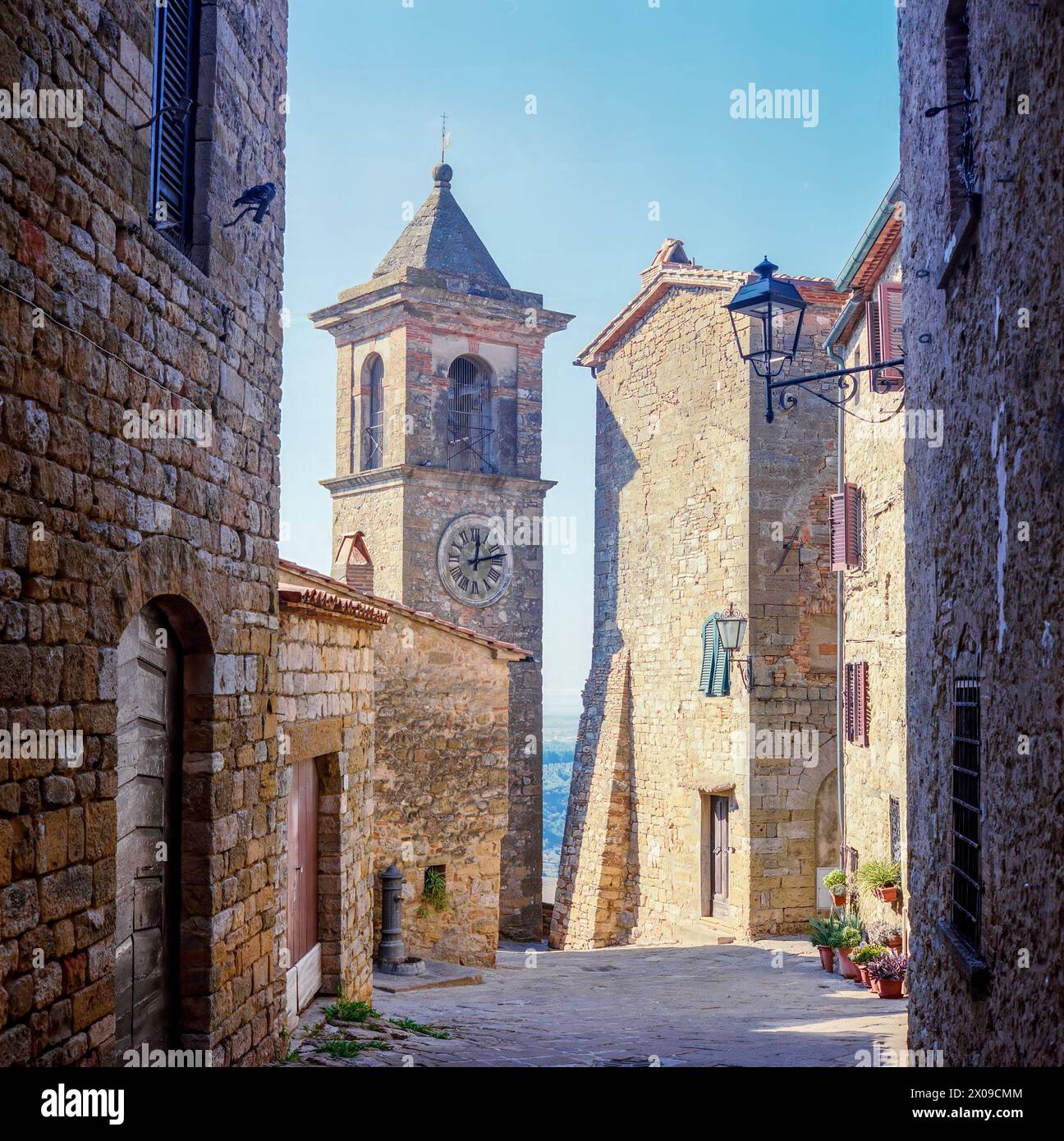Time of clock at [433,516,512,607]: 12:13
